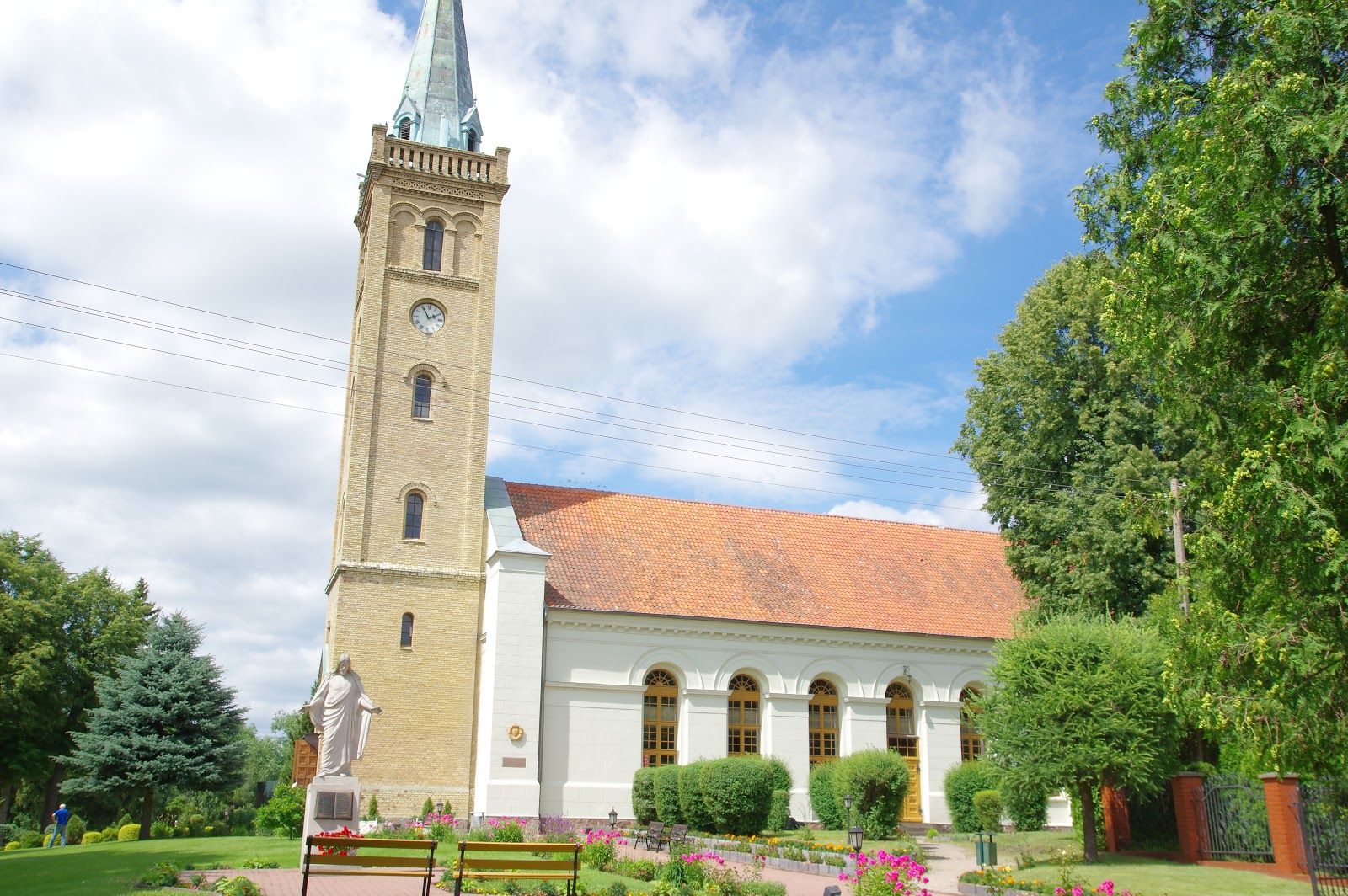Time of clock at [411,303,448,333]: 1:55
